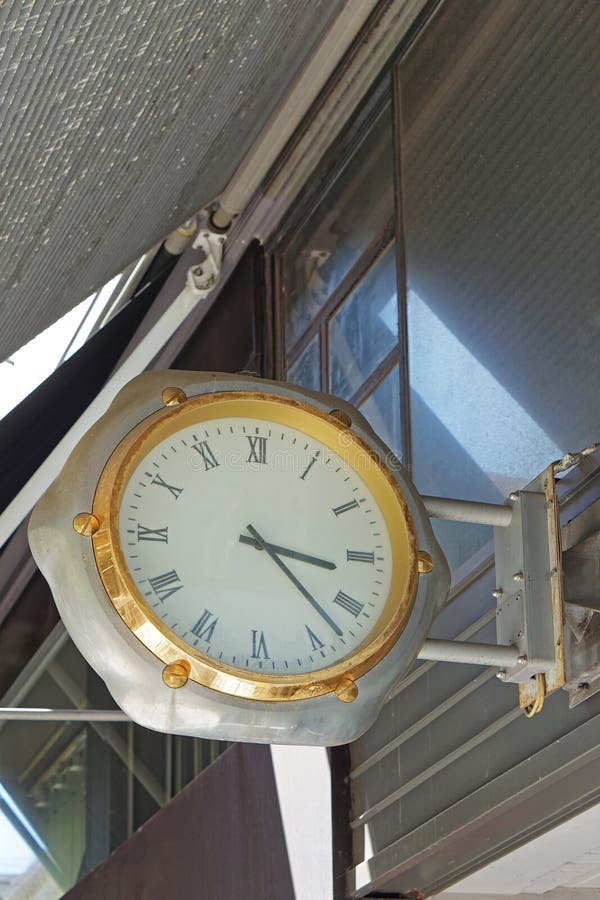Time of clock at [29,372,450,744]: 3:22
